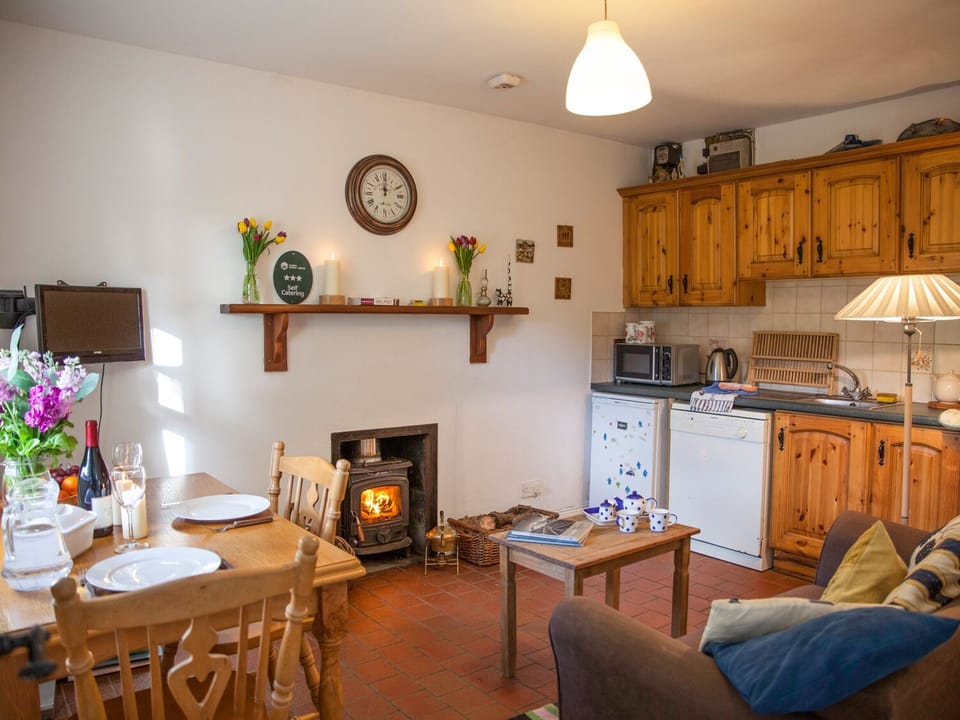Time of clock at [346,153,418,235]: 12:00
